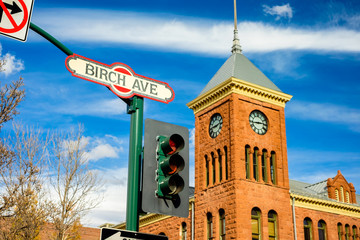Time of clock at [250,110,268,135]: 2:43
